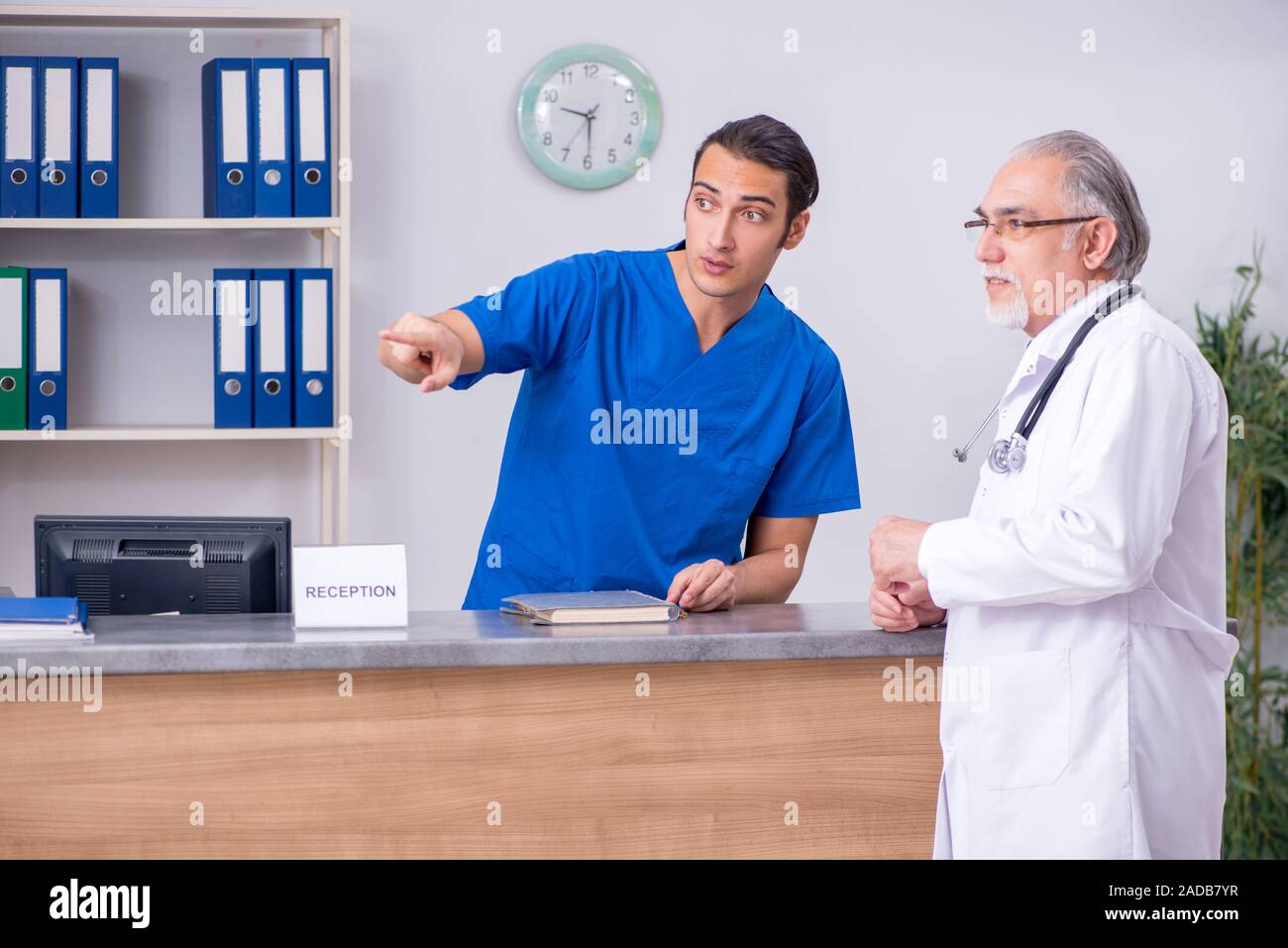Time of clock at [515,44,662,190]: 9:29
